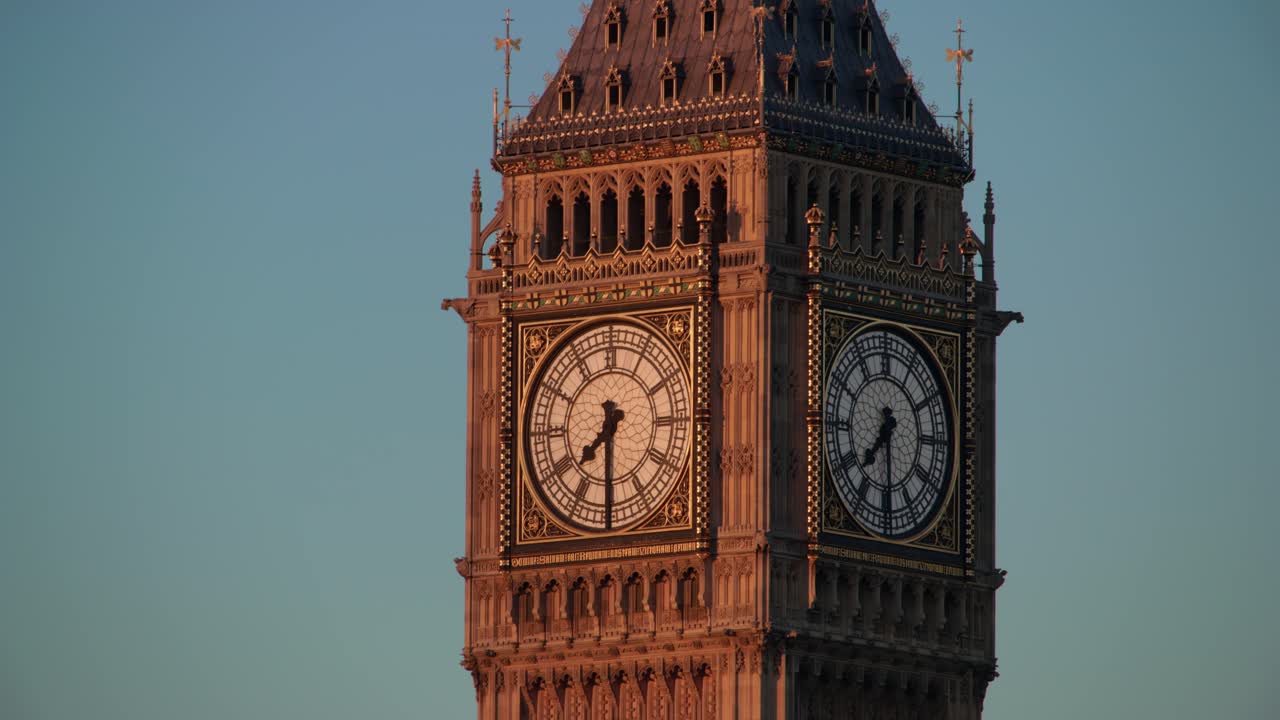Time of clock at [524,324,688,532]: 7:30
